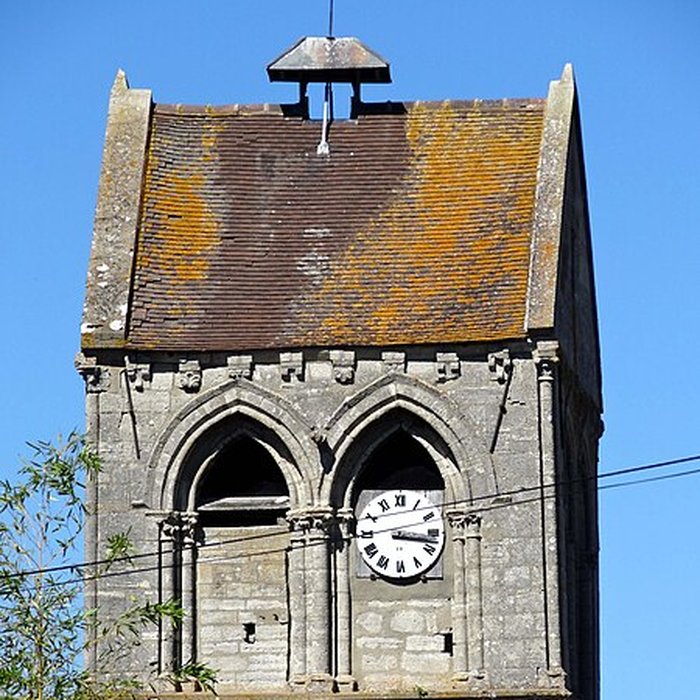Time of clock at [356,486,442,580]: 3:17
